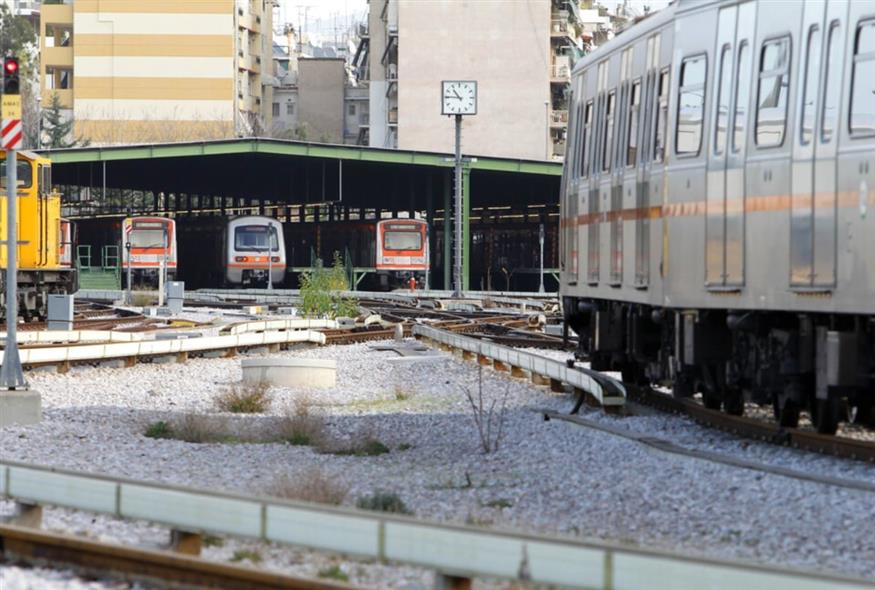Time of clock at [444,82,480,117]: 10:45
